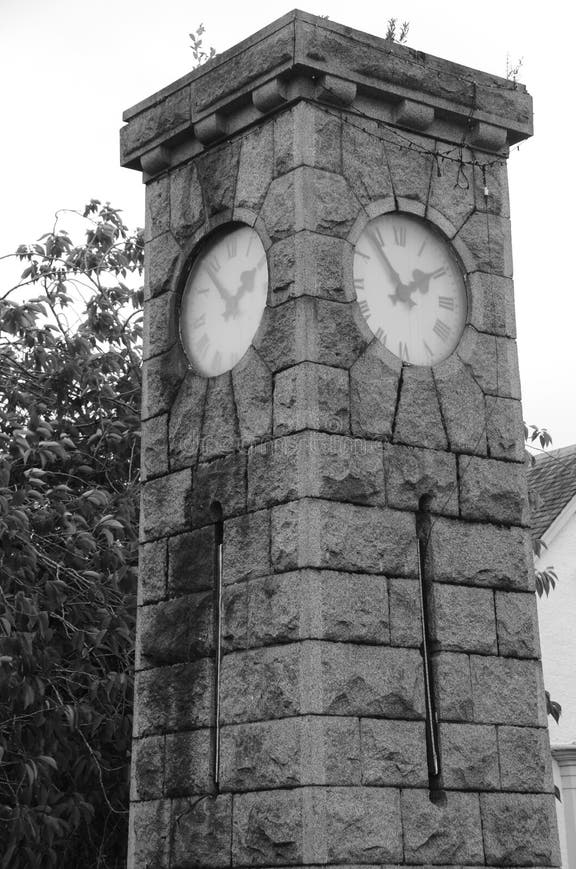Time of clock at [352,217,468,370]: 1:54
